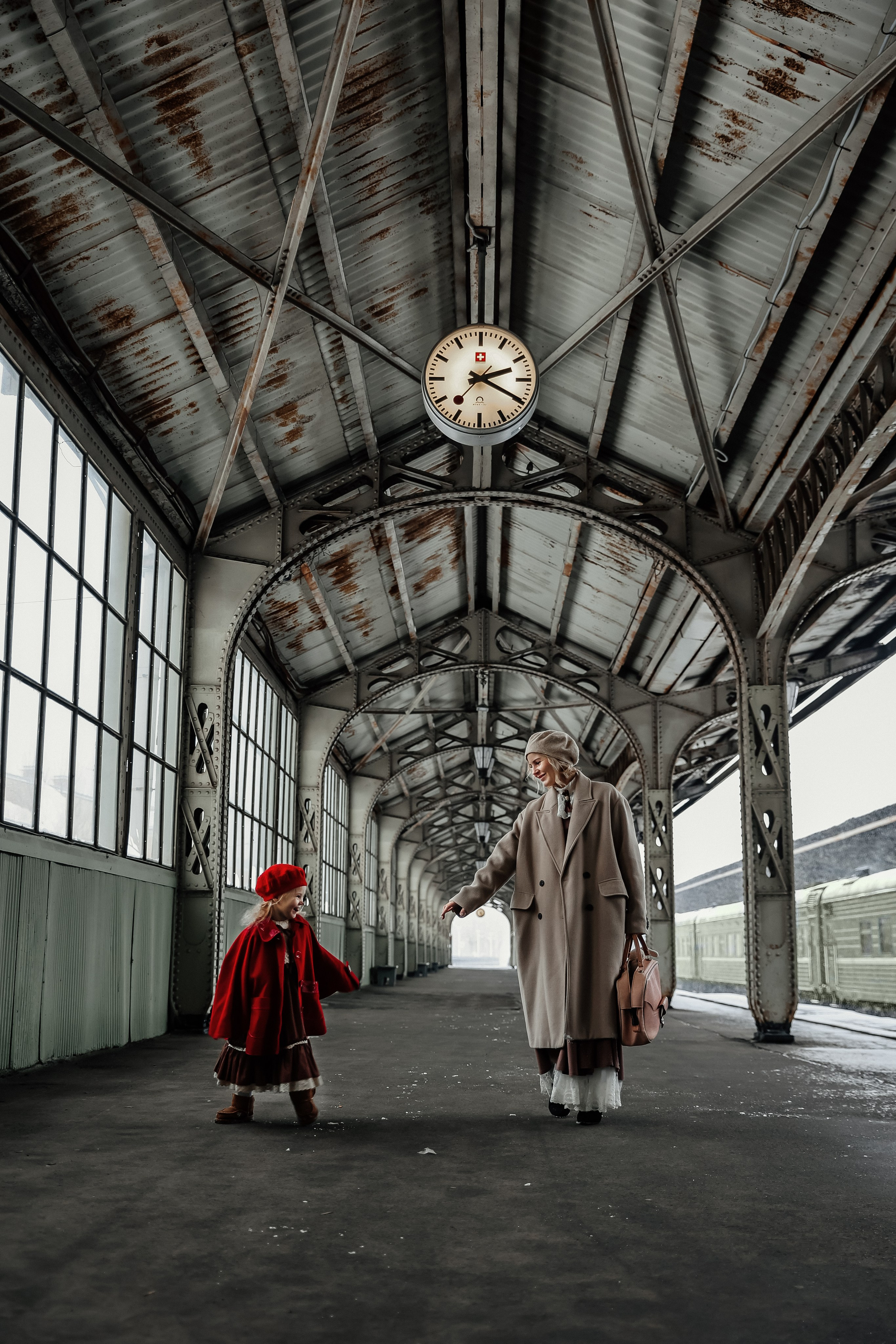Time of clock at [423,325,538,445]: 2:19
